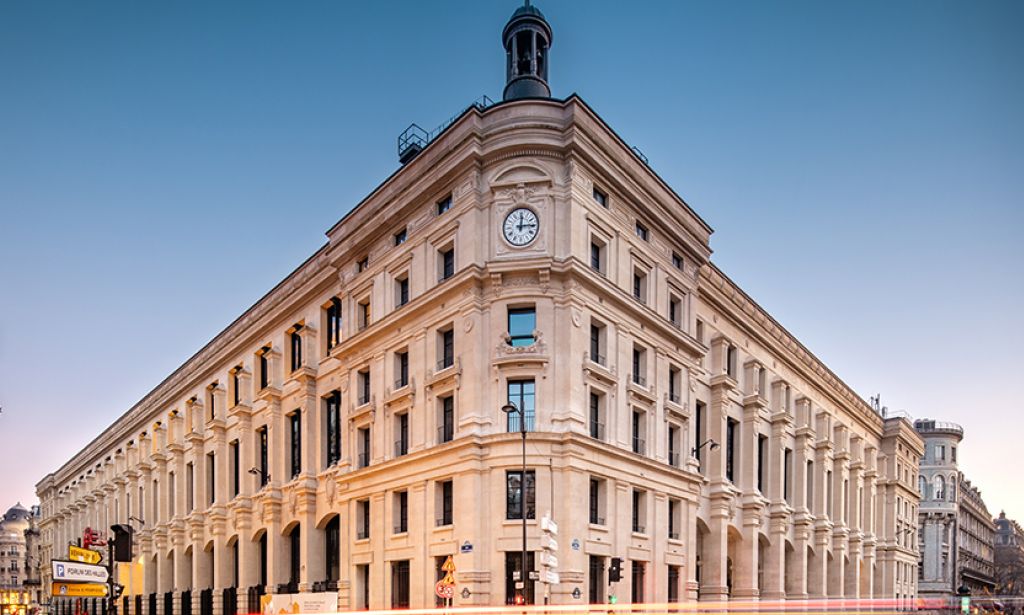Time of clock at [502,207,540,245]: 12:14
